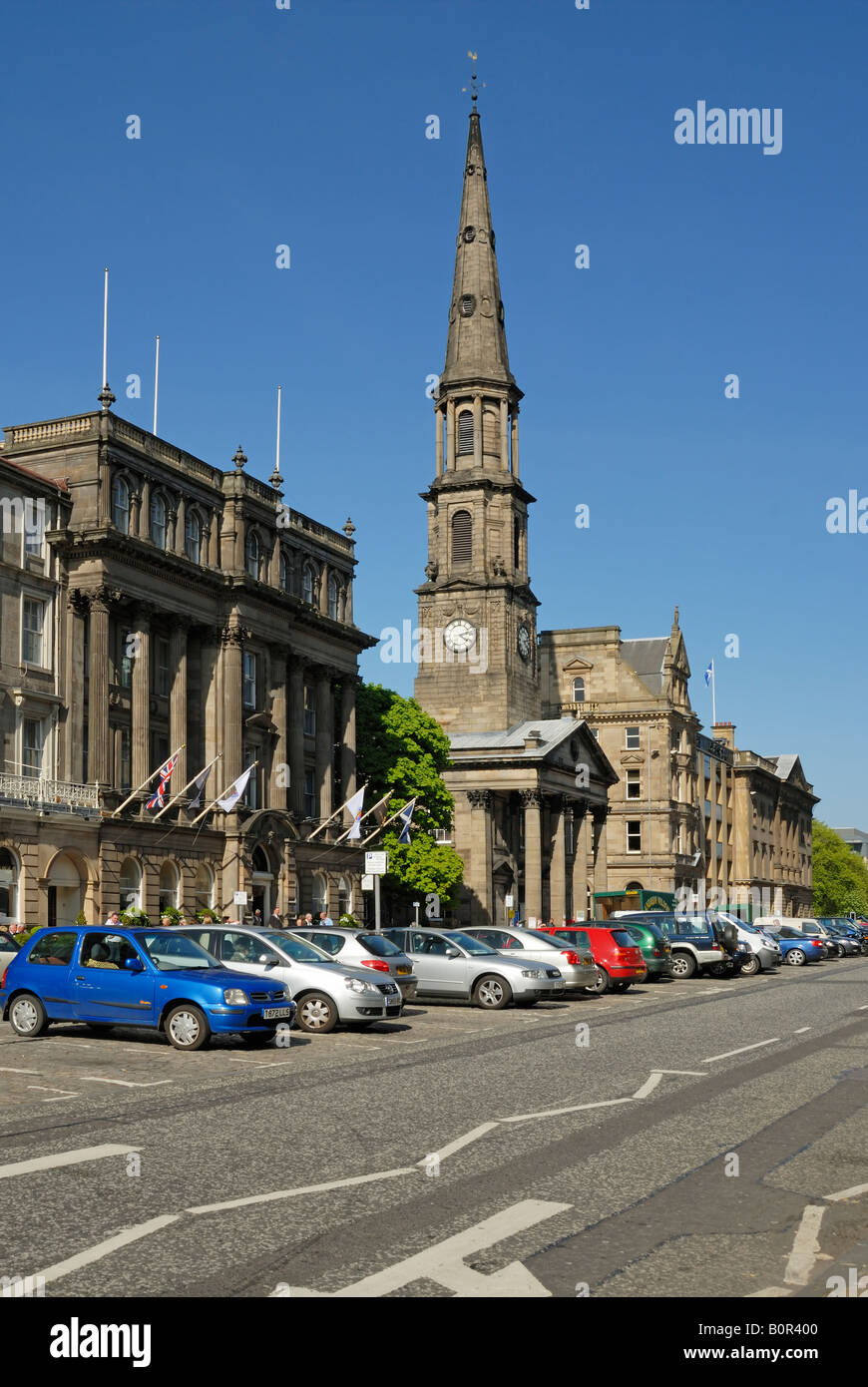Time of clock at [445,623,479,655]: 4:12
